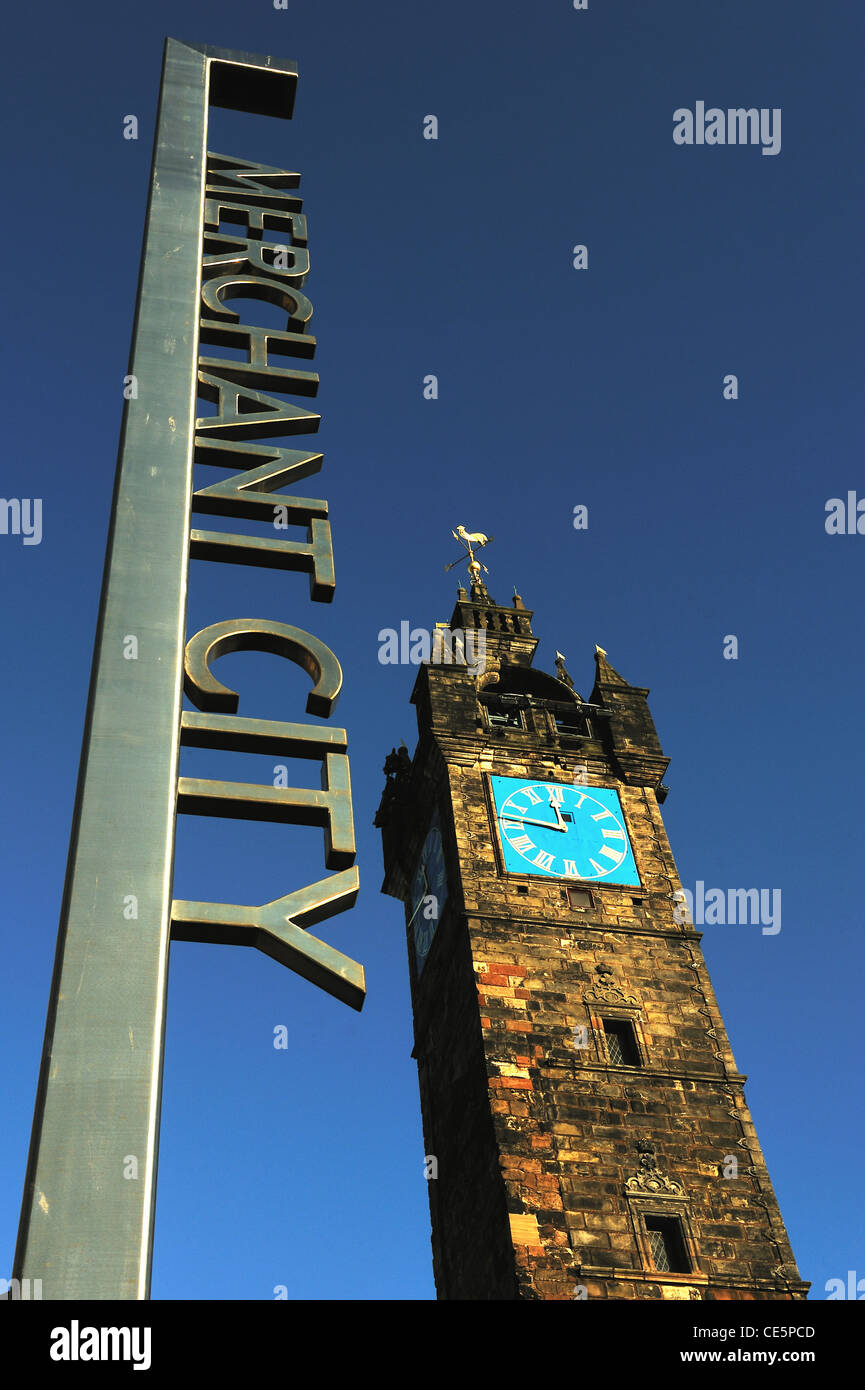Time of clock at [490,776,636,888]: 11:46
